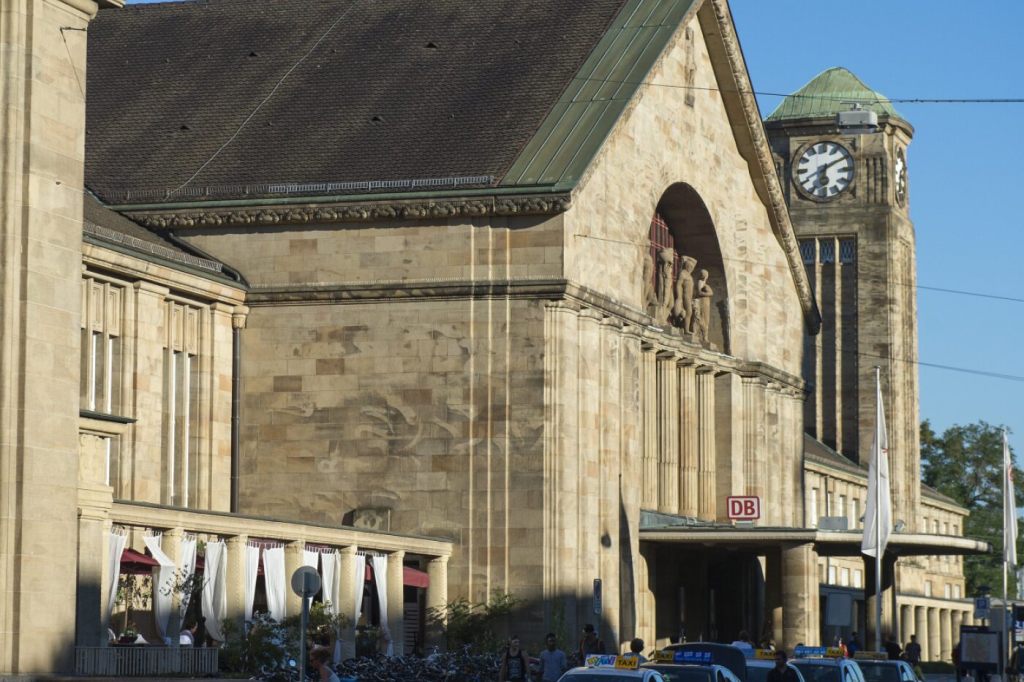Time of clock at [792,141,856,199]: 6:10
